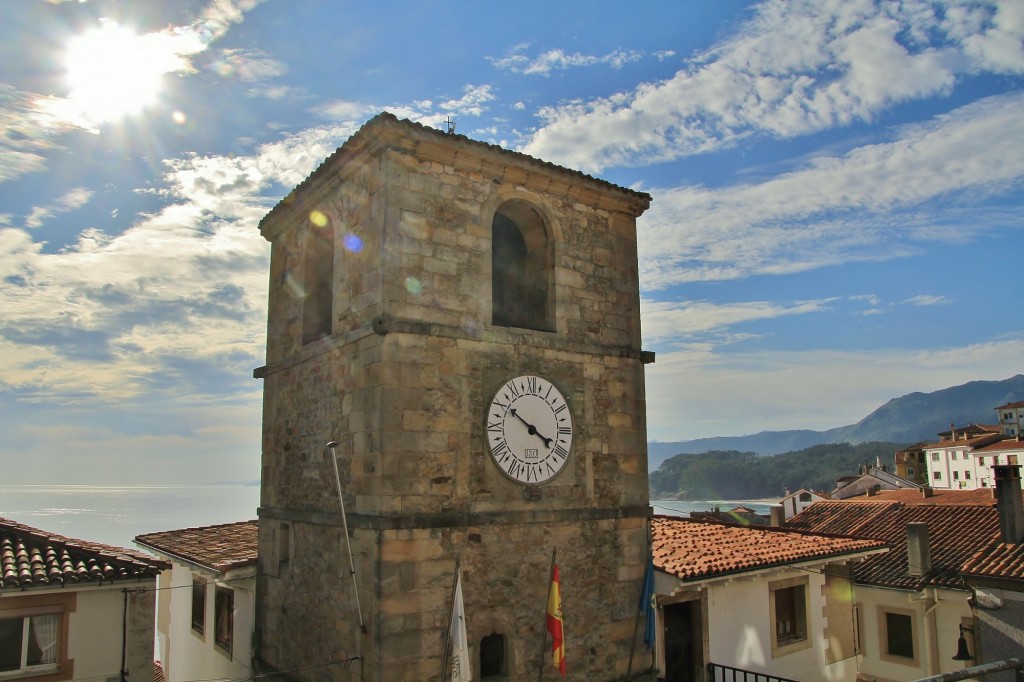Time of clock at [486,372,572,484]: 3:50
